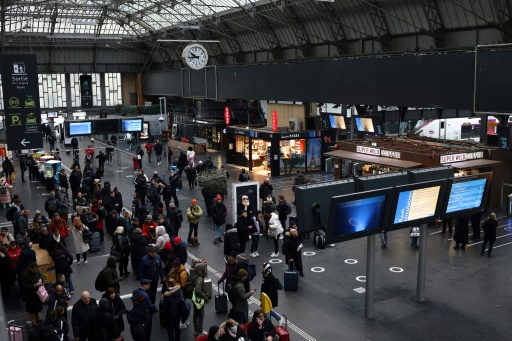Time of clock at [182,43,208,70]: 9:43
